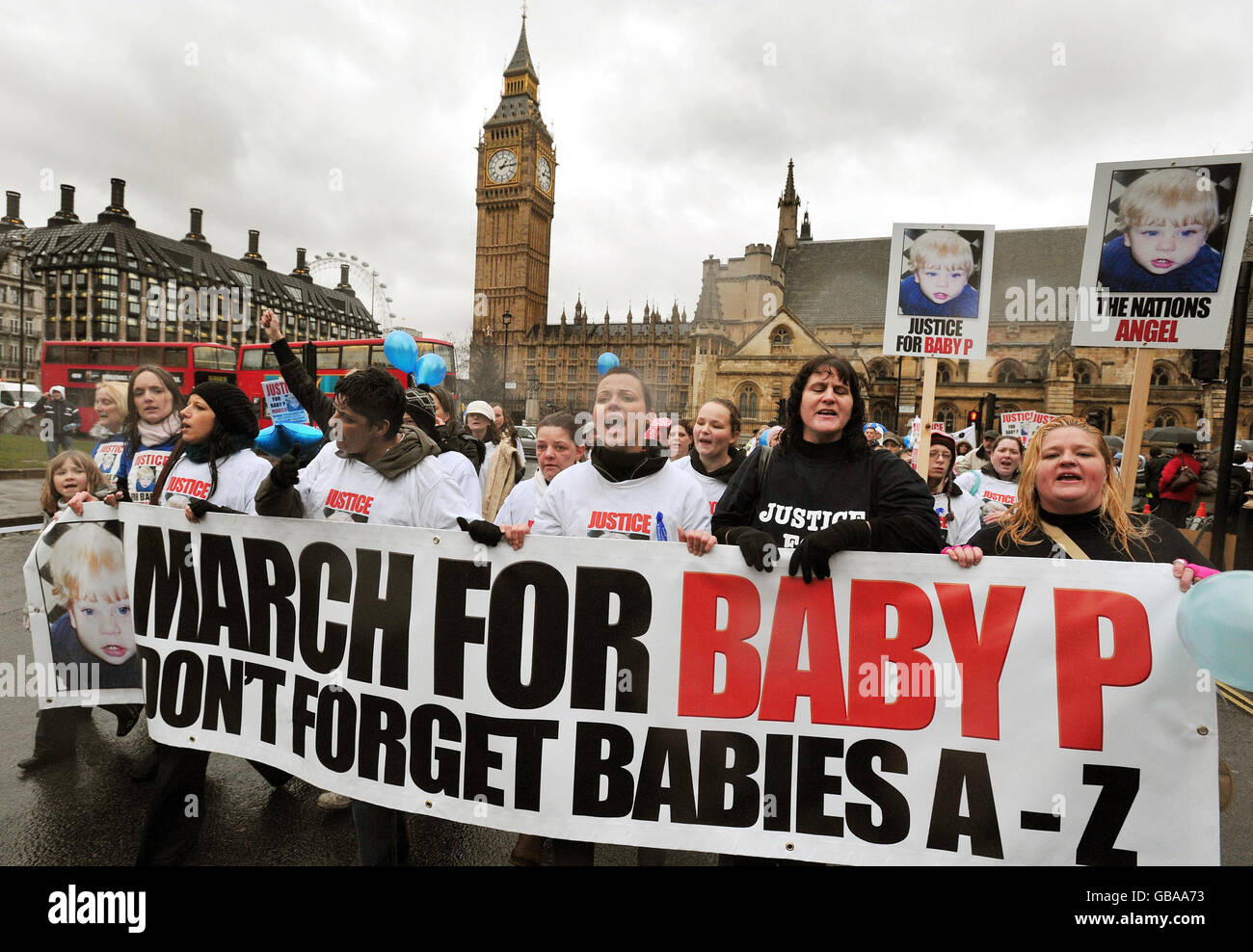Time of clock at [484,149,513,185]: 1:13
